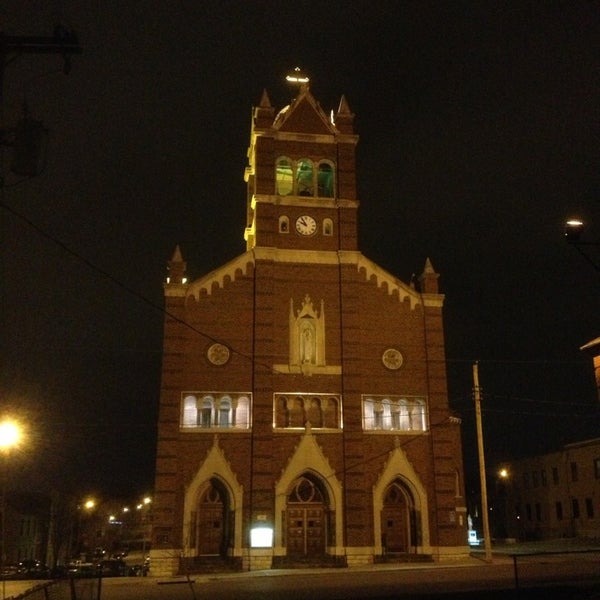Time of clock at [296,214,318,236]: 9:54
